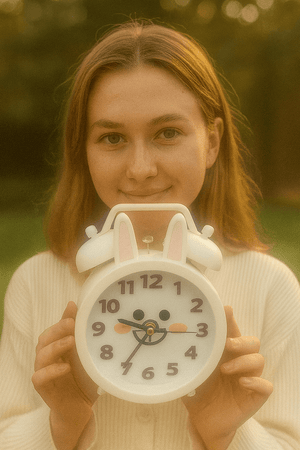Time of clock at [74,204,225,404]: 9:15
